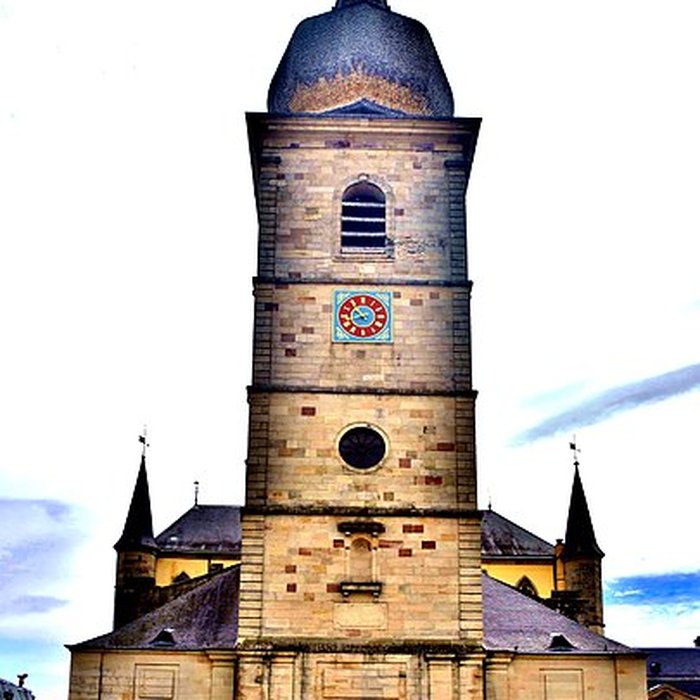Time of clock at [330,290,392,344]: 7:52
